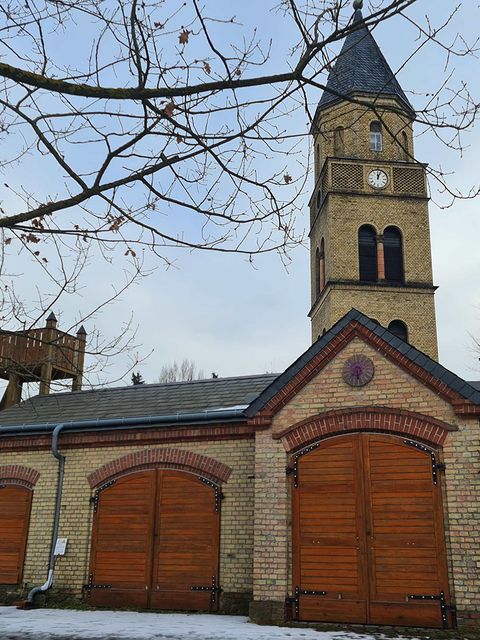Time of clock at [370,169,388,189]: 12:03
